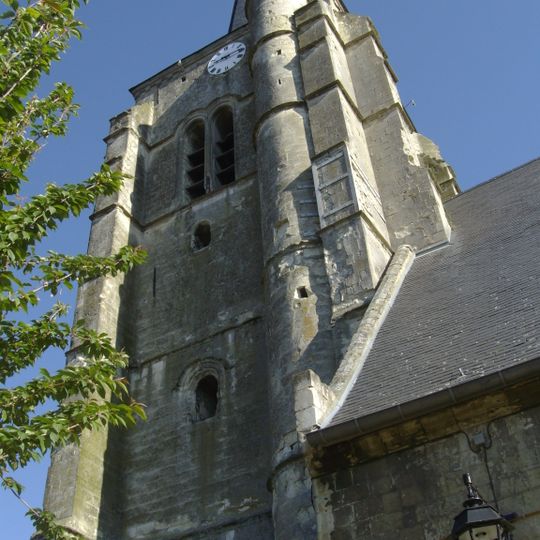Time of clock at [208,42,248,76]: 8:12
